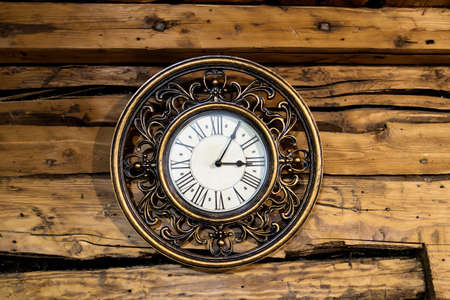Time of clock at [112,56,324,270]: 3:04
